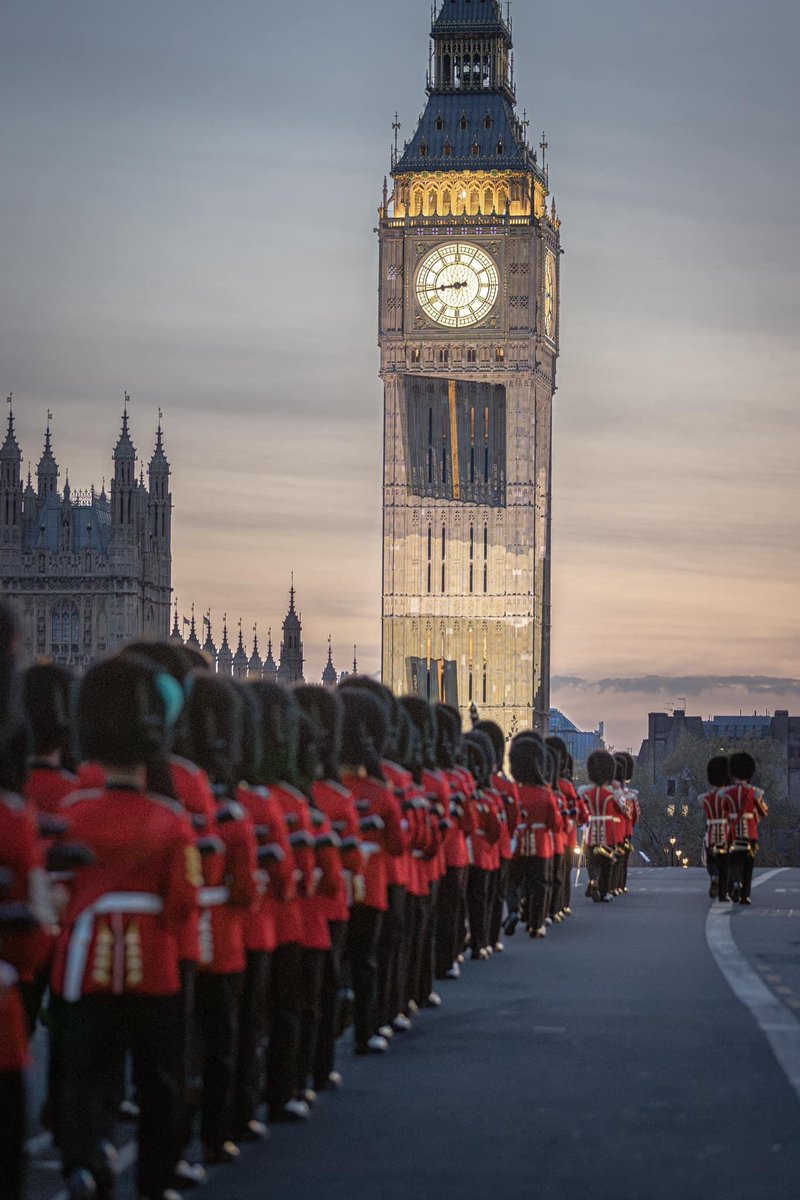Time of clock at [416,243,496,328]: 8:43
